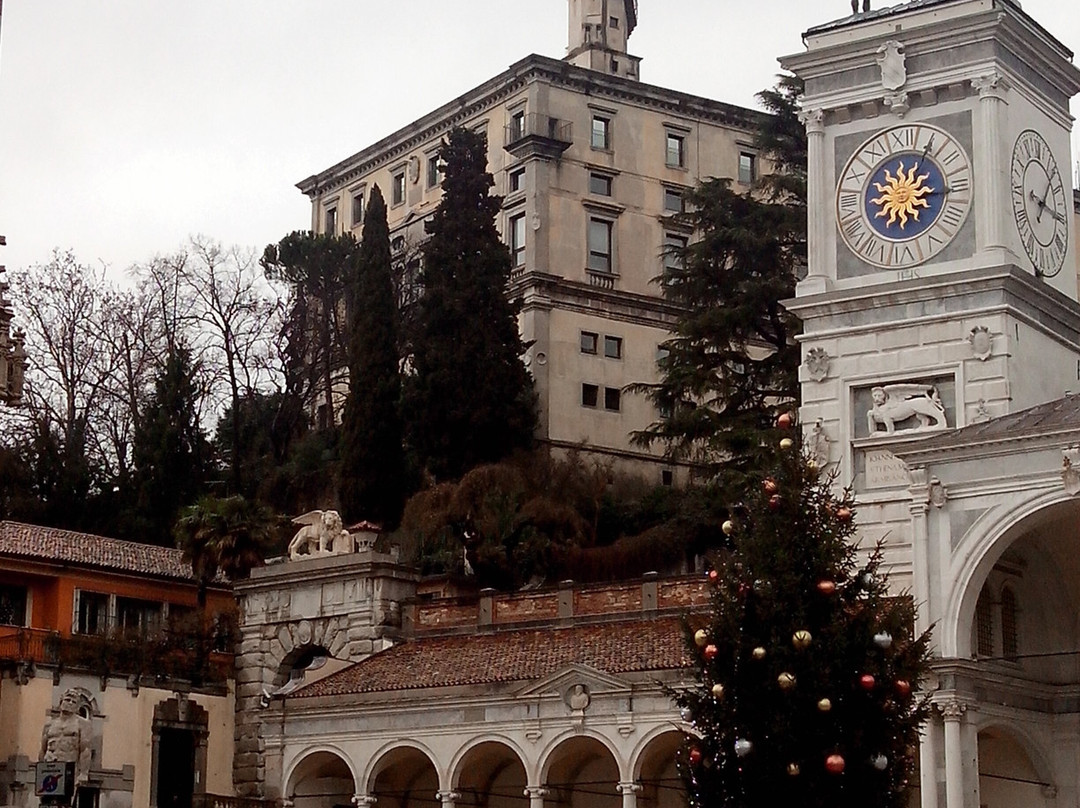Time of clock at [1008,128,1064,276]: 1:16
